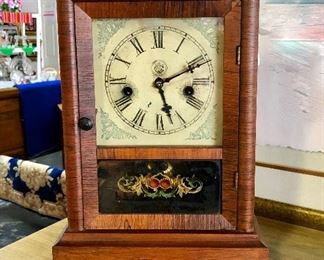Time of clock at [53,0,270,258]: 5:11
